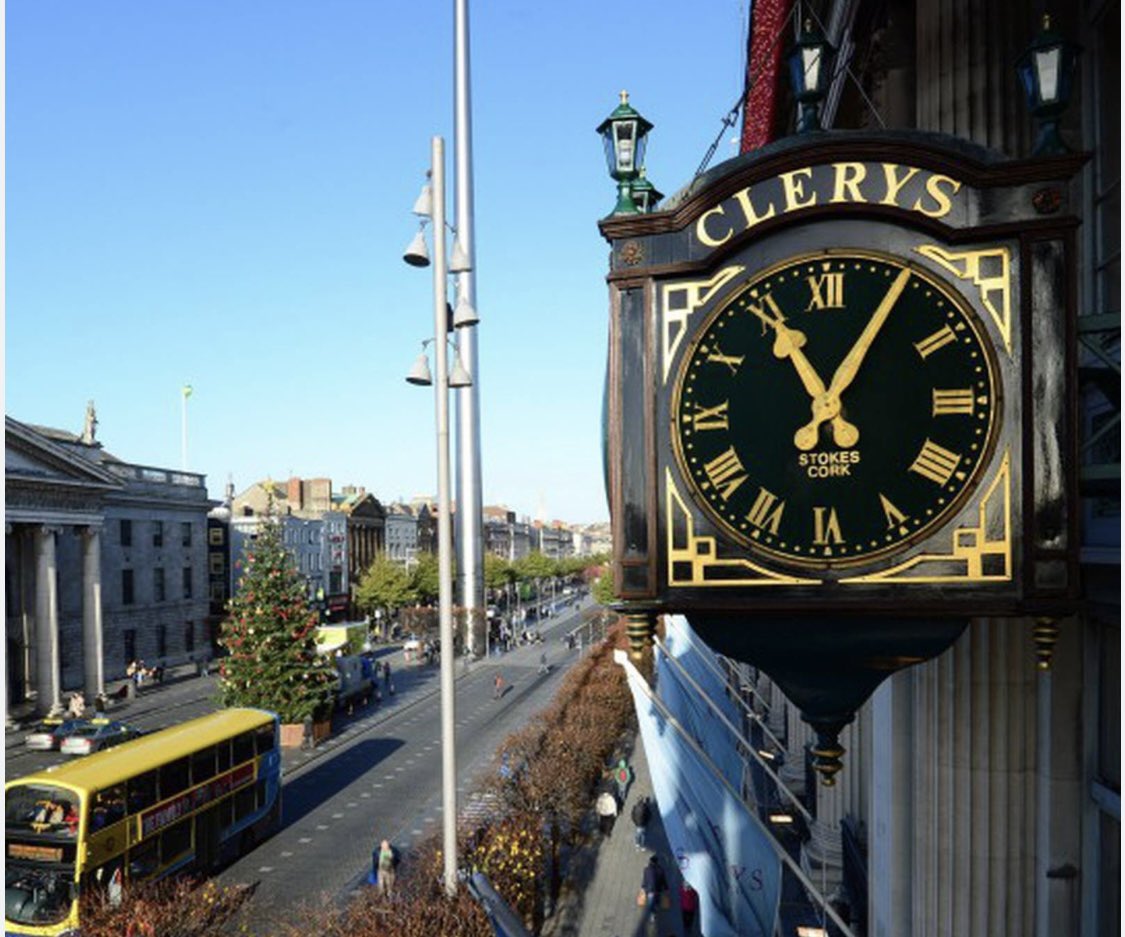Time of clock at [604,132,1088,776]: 11:05
